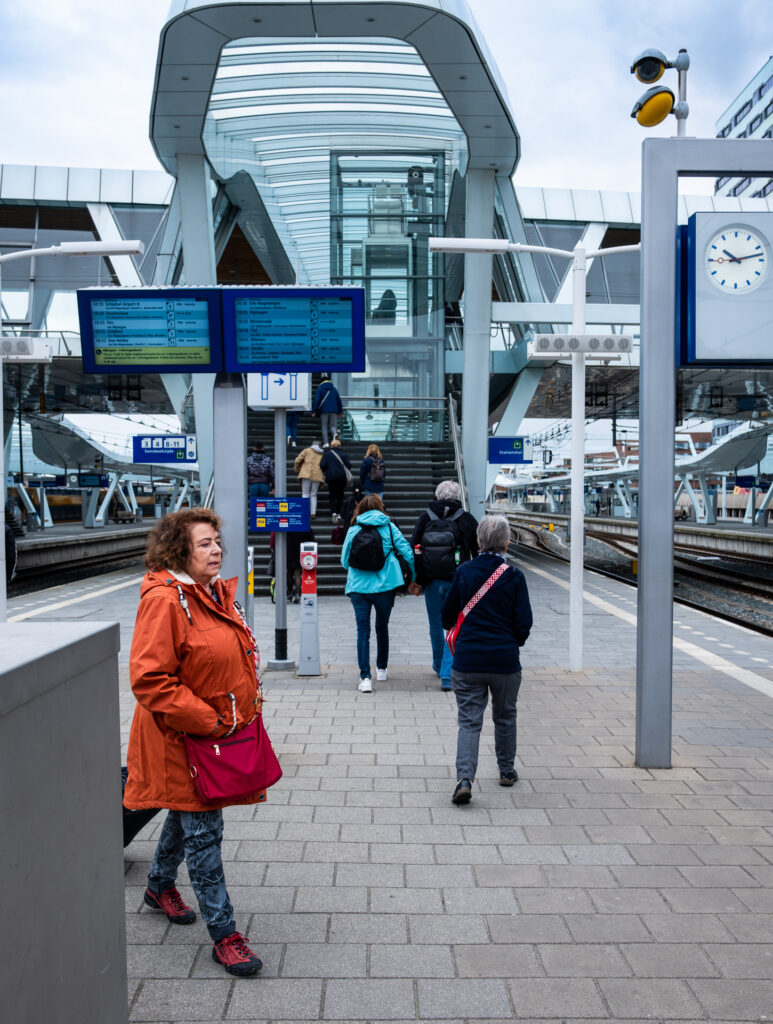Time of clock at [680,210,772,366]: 9:12
